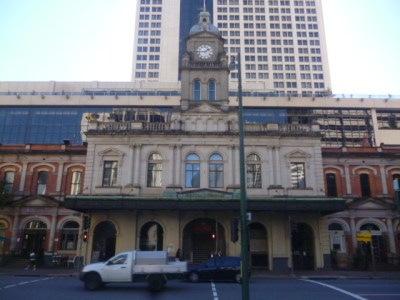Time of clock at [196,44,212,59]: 1:45
